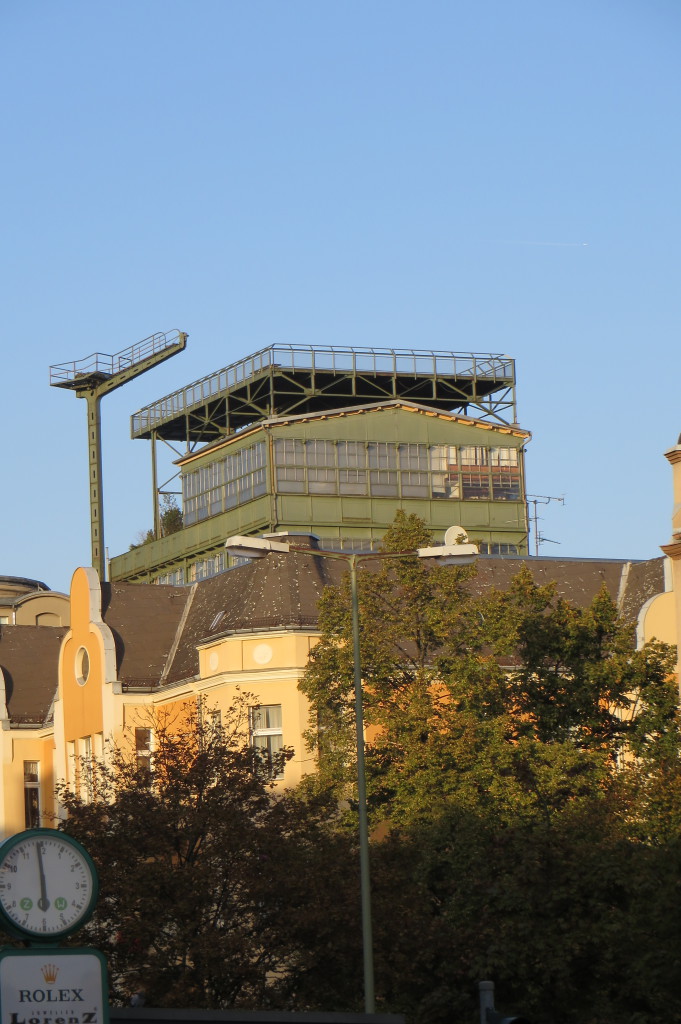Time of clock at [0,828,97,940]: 5:59
